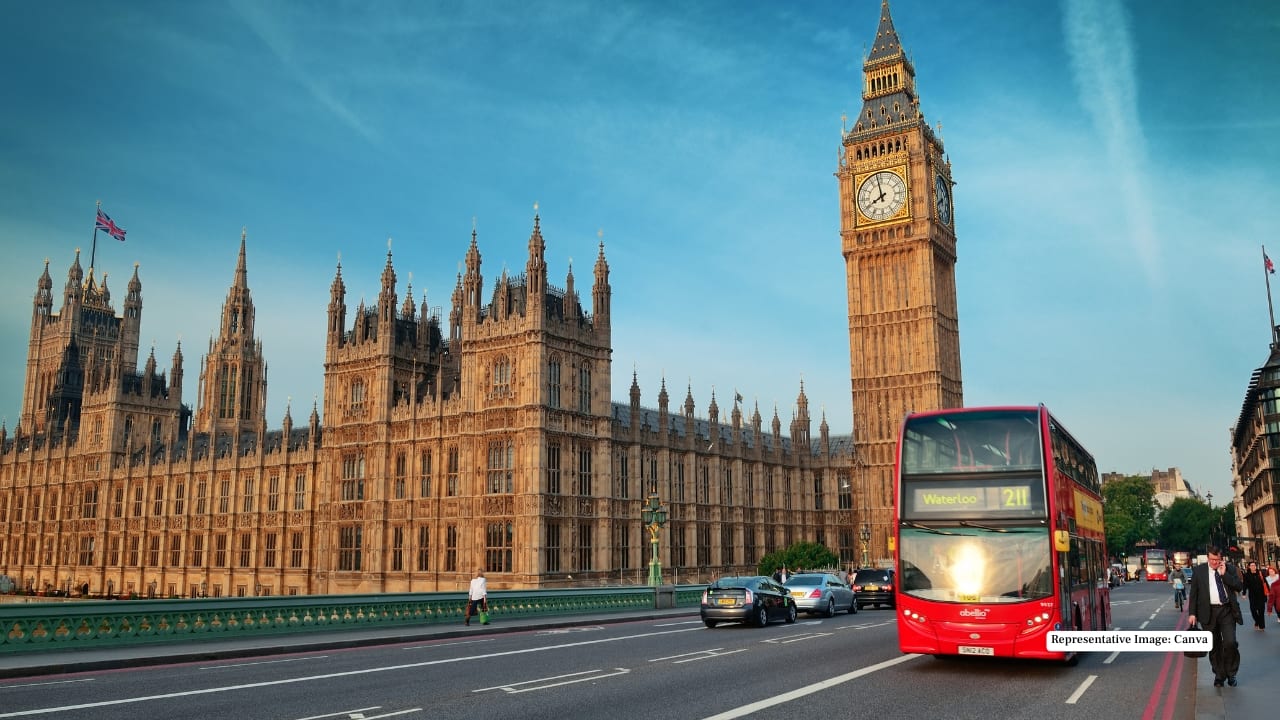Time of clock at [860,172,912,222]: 7:58
